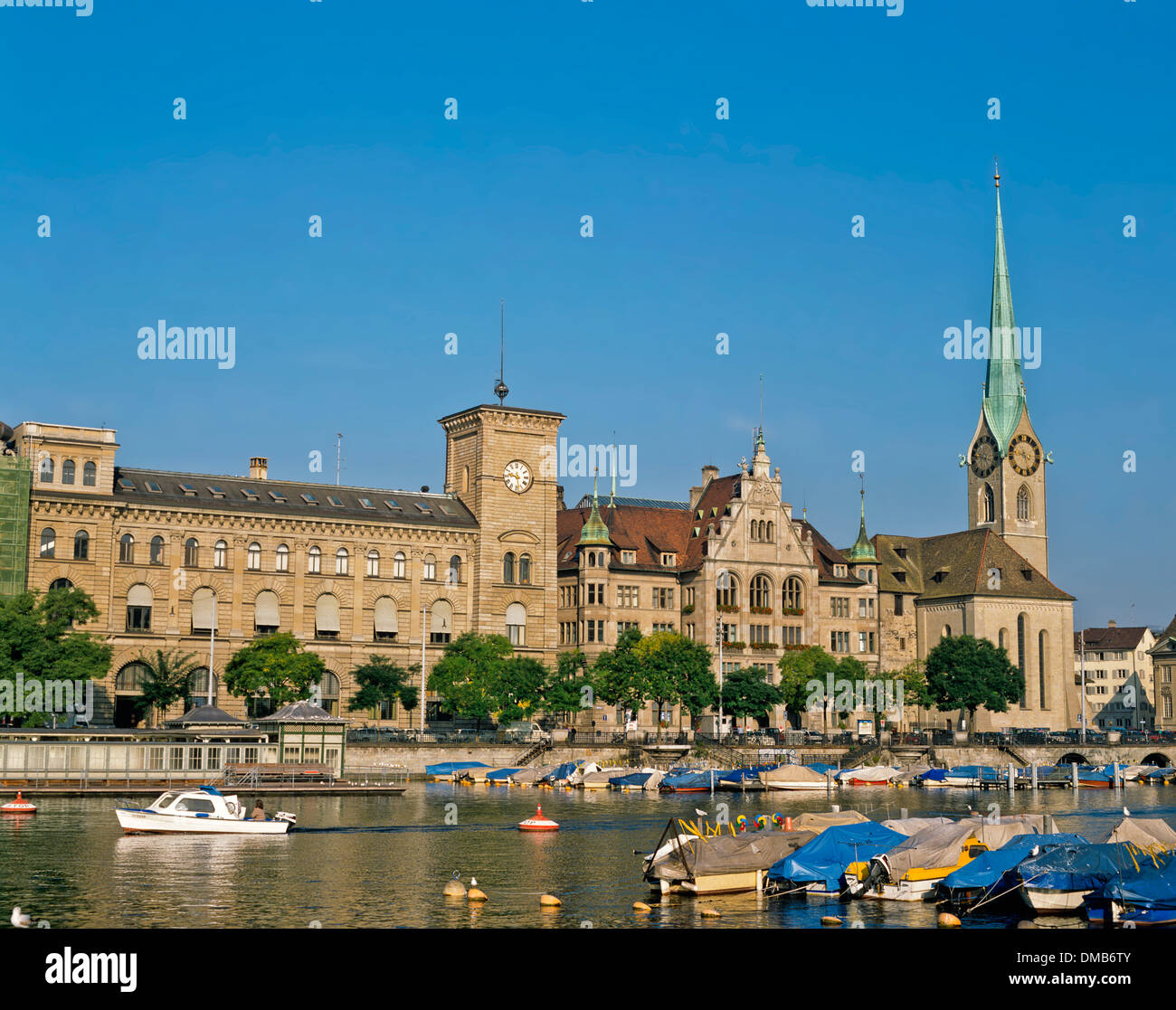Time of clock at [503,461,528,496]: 9:28
